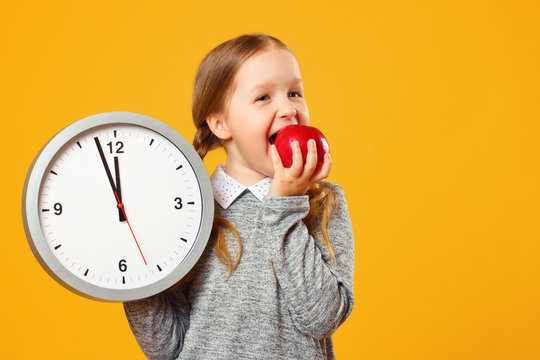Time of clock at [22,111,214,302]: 11:57
